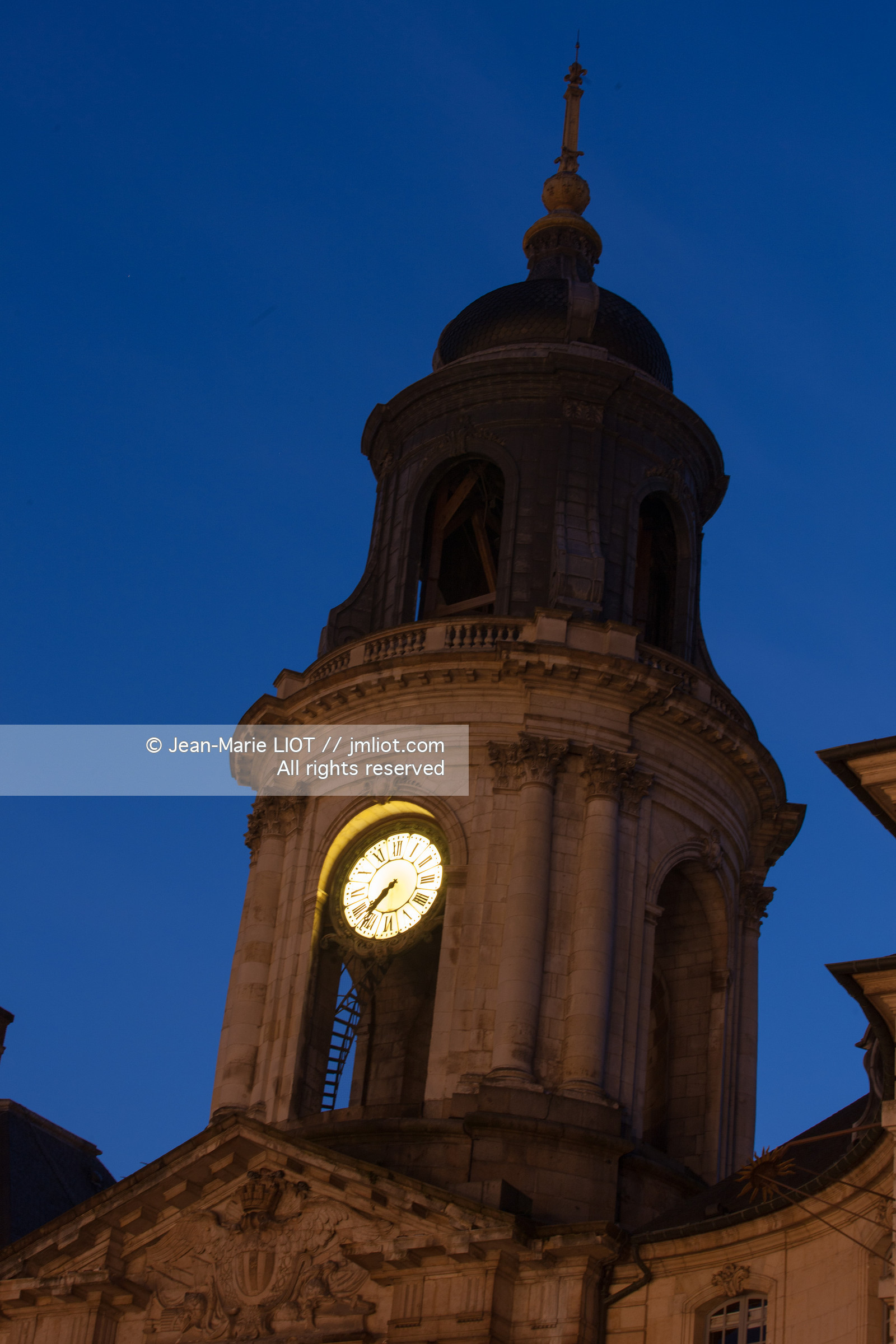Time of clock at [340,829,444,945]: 7:37
